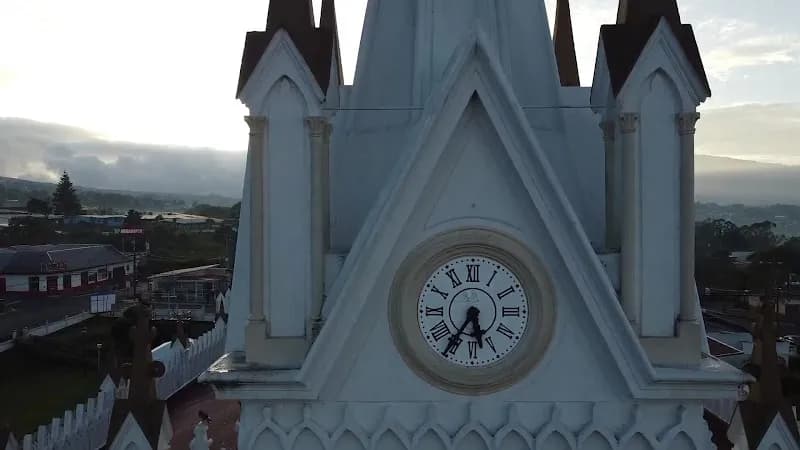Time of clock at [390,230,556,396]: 5:35
